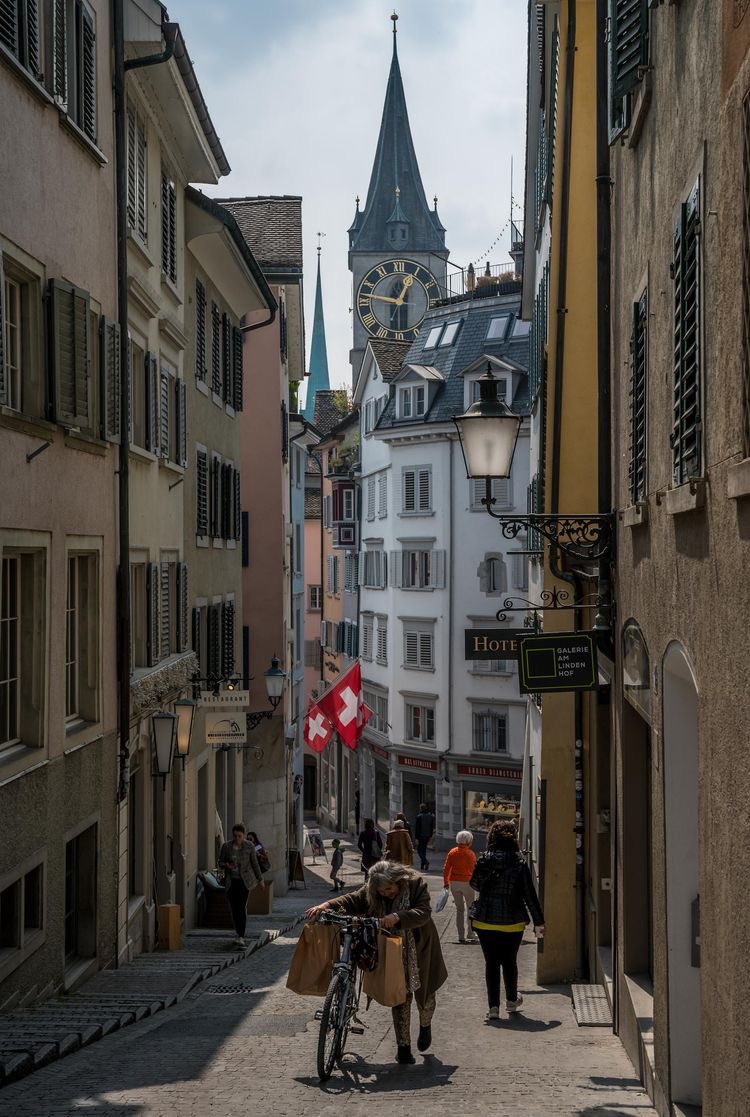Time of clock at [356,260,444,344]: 12:47
